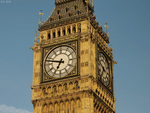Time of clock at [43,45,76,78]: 6:47
